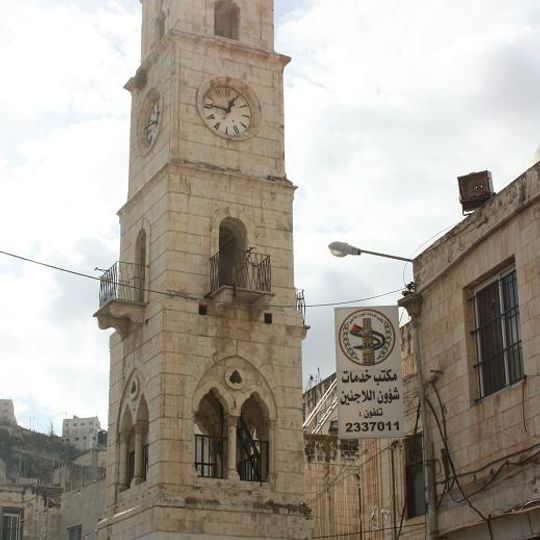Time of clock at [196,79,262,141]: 12:46
